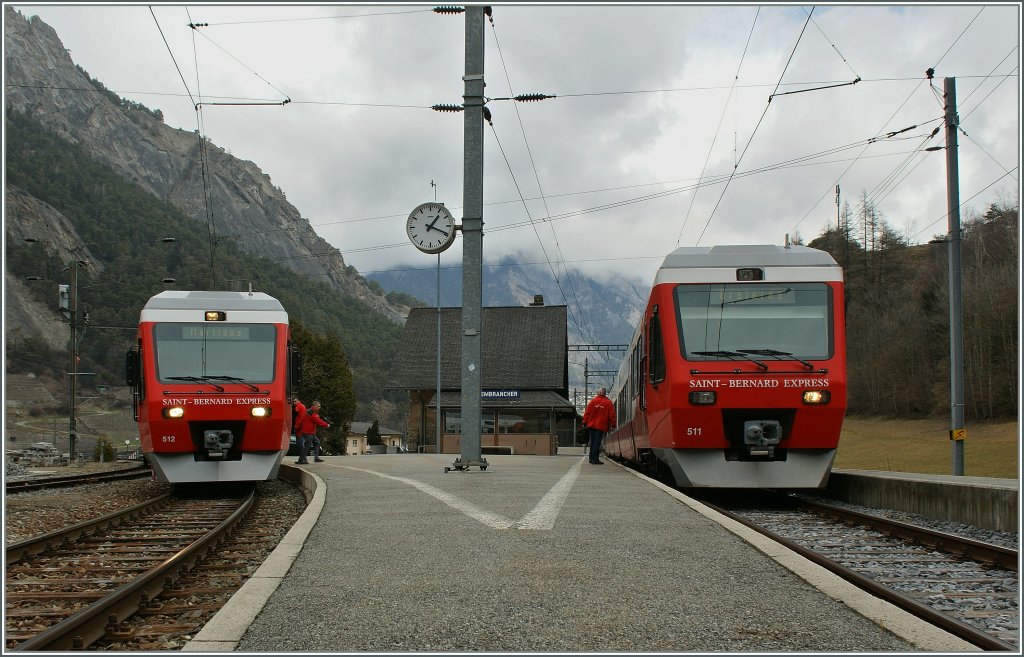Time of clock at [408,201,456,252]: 1:19
